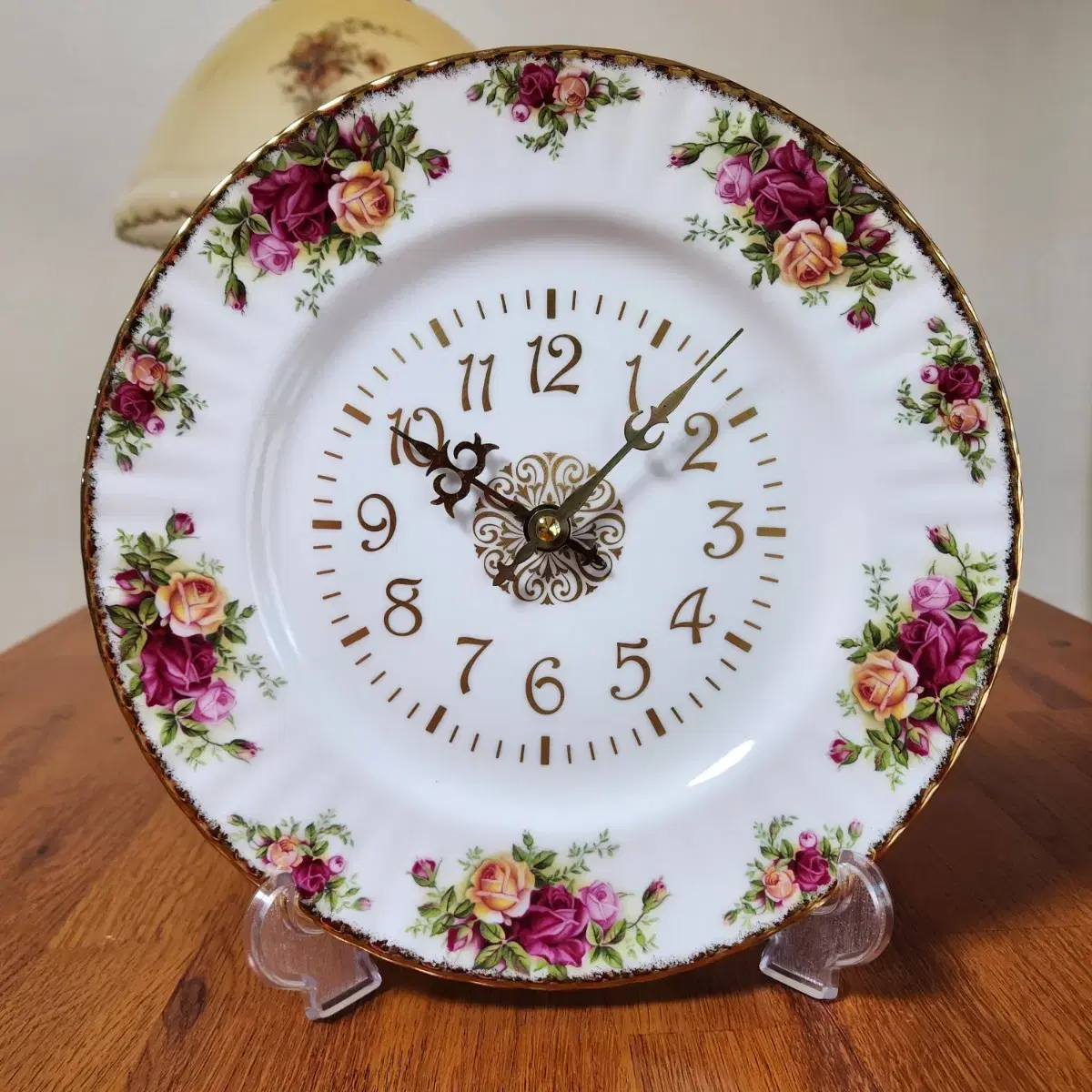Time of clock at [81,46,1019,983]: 10:07
